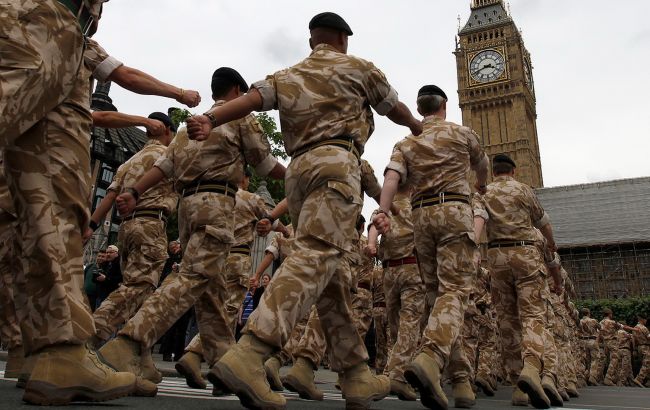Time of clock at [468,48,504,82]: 3:41
